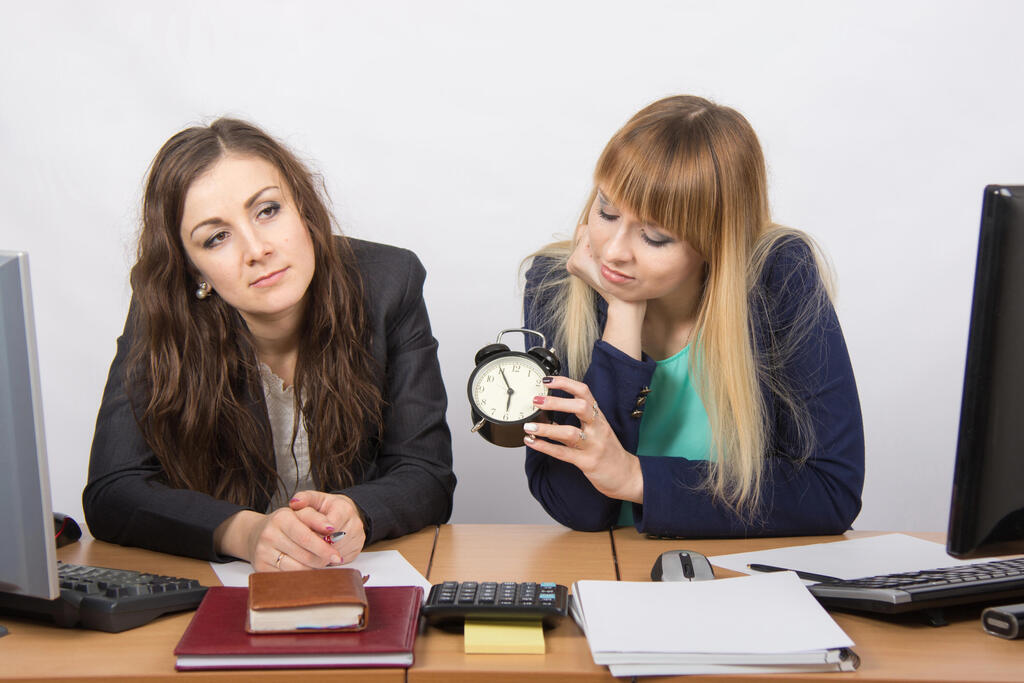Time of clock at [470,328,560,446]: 5:55
